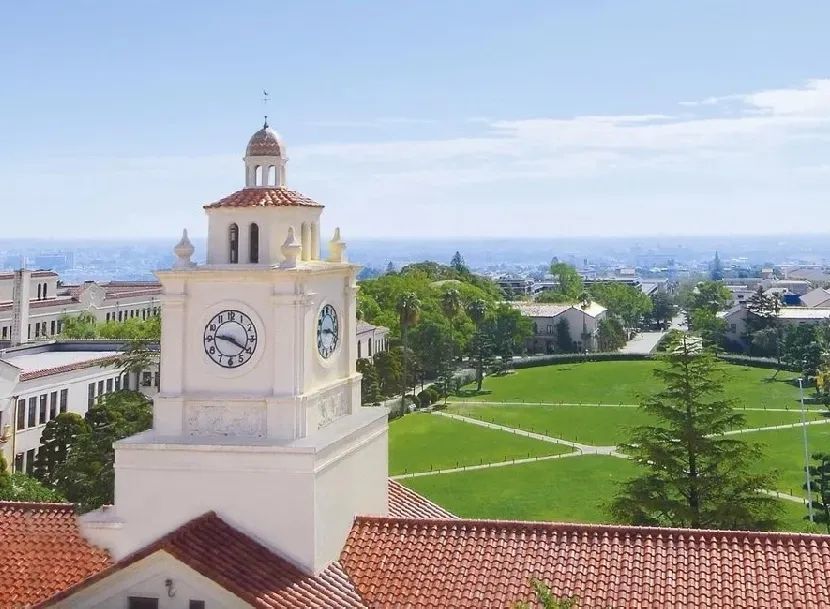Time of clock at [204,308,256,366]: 9:20
